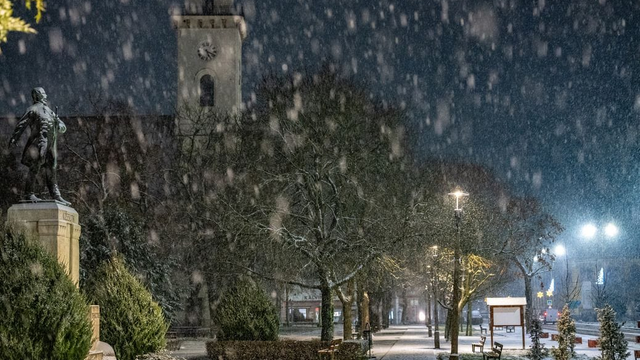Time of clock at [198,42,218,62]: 5:18
